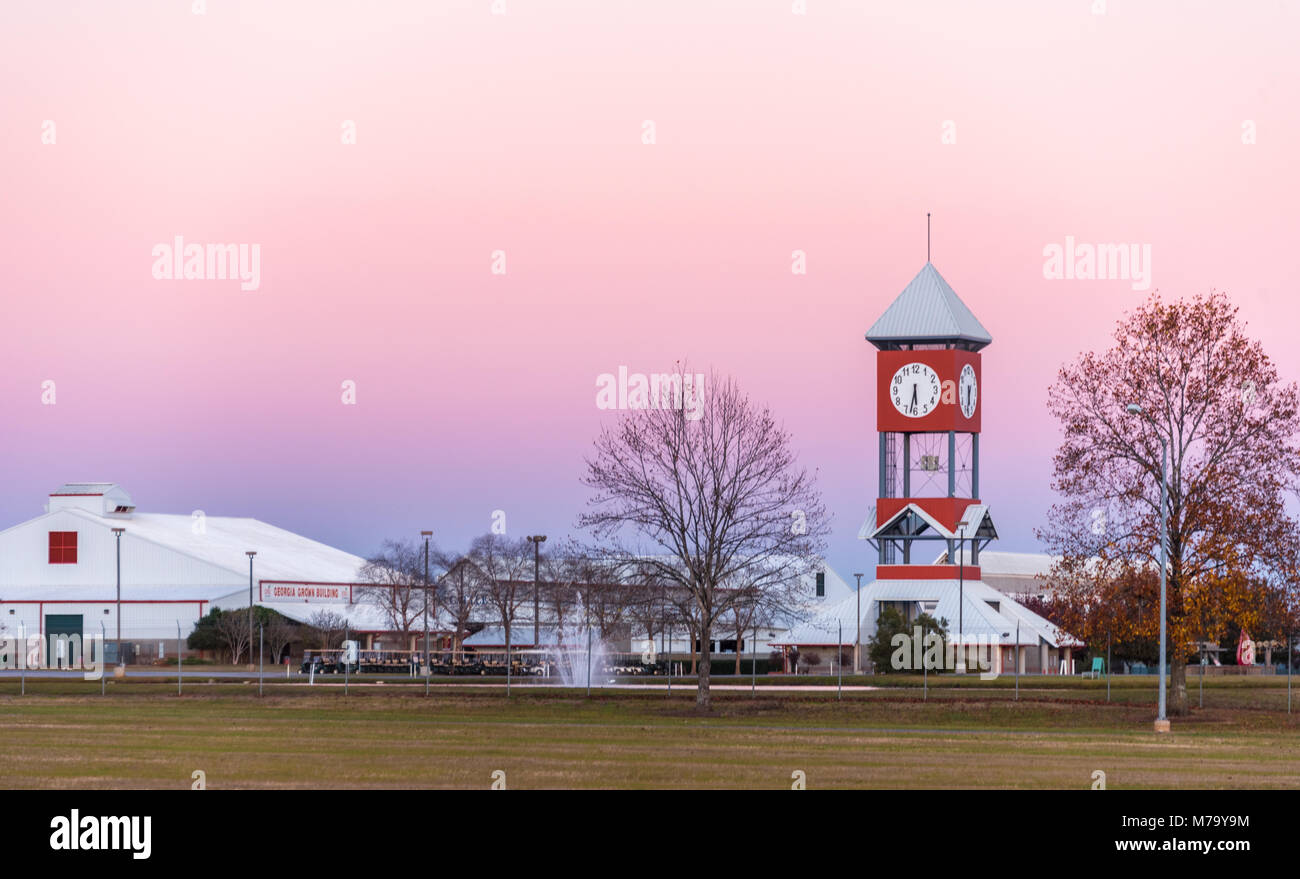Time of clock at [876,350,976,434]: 5:32
